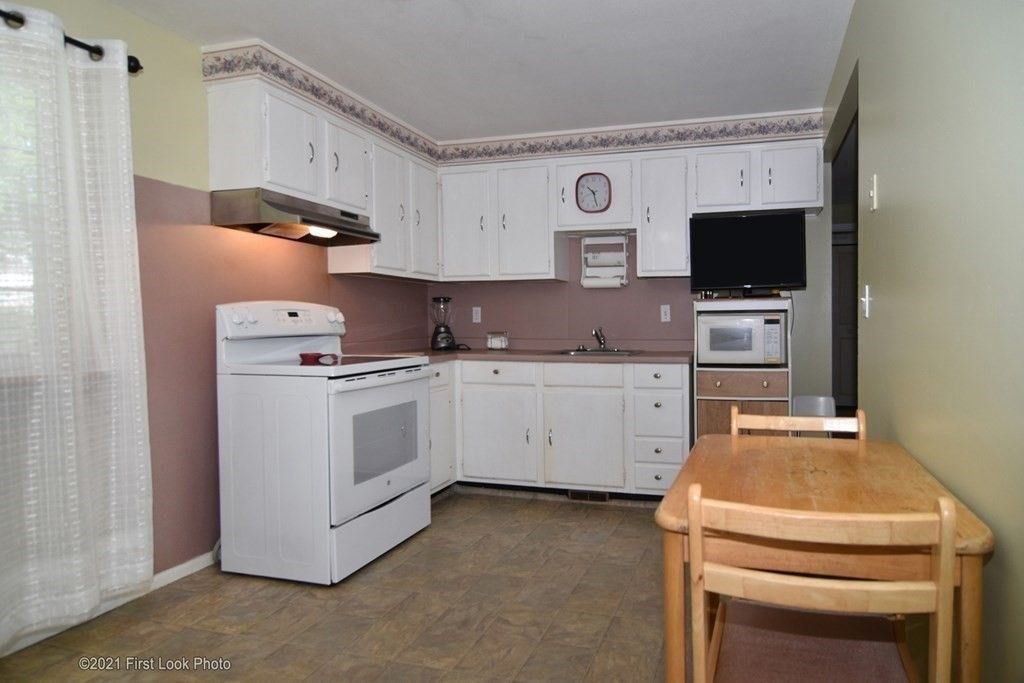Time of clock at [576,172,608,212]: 10:27
